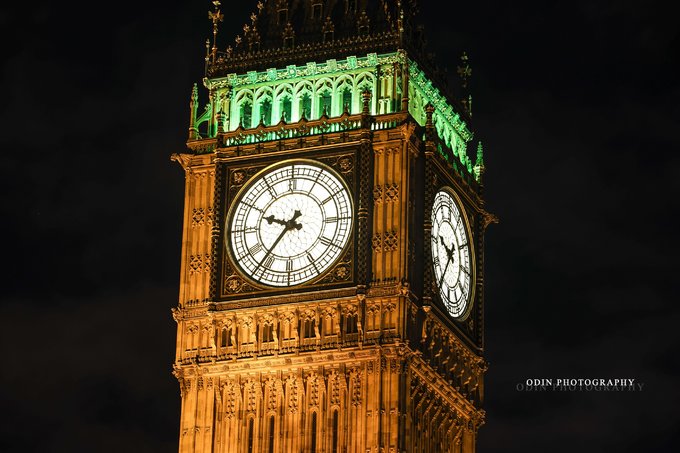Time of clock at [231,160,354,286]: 9:36
